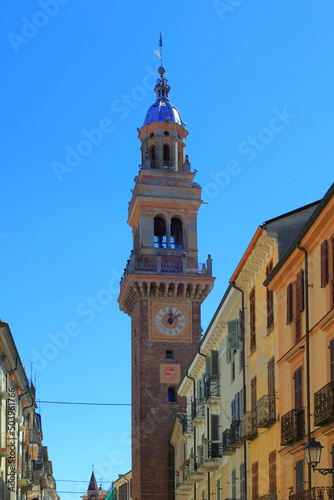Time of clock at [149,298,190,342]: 12:08
